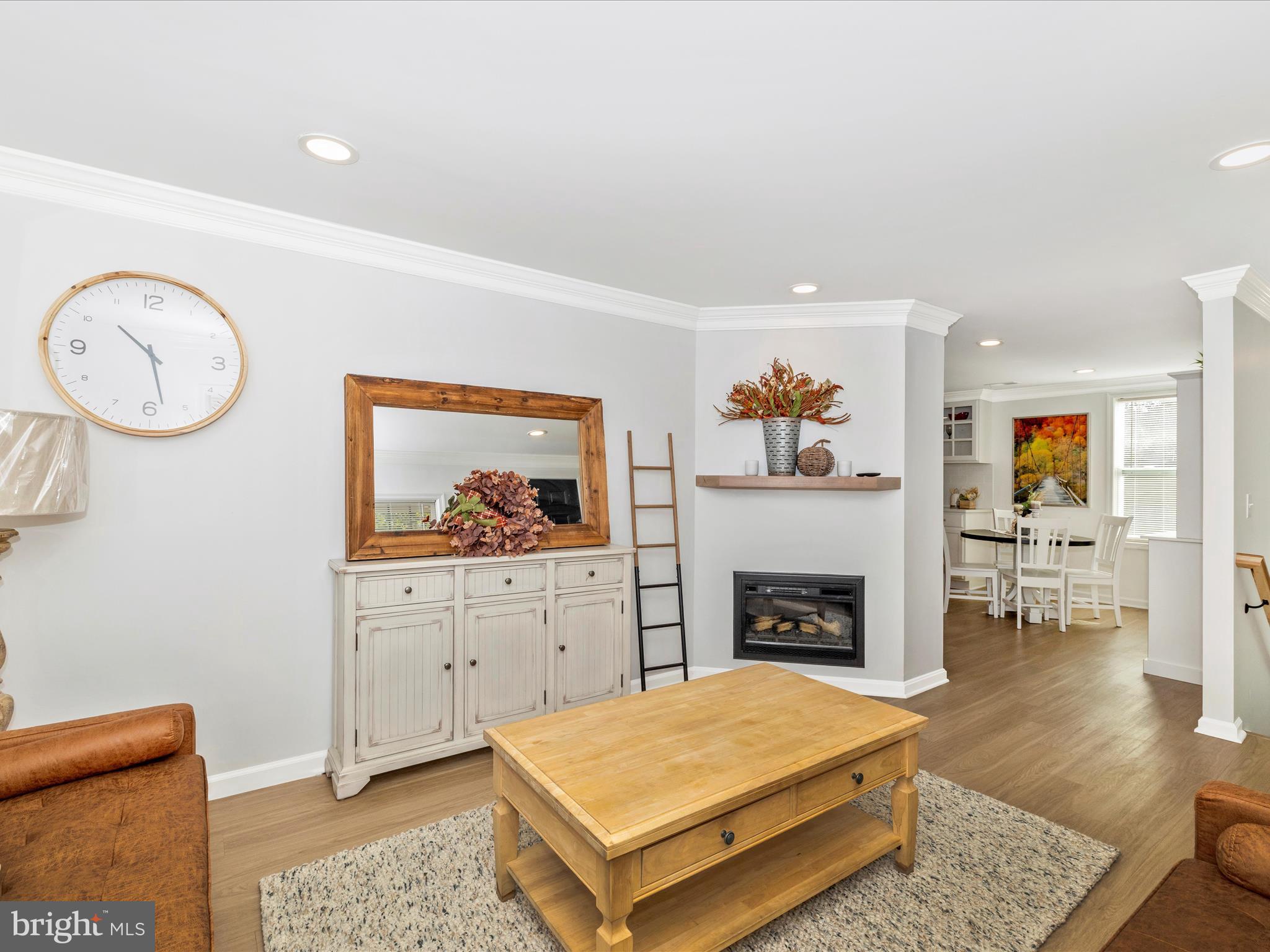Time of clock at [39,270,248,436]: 10:28
